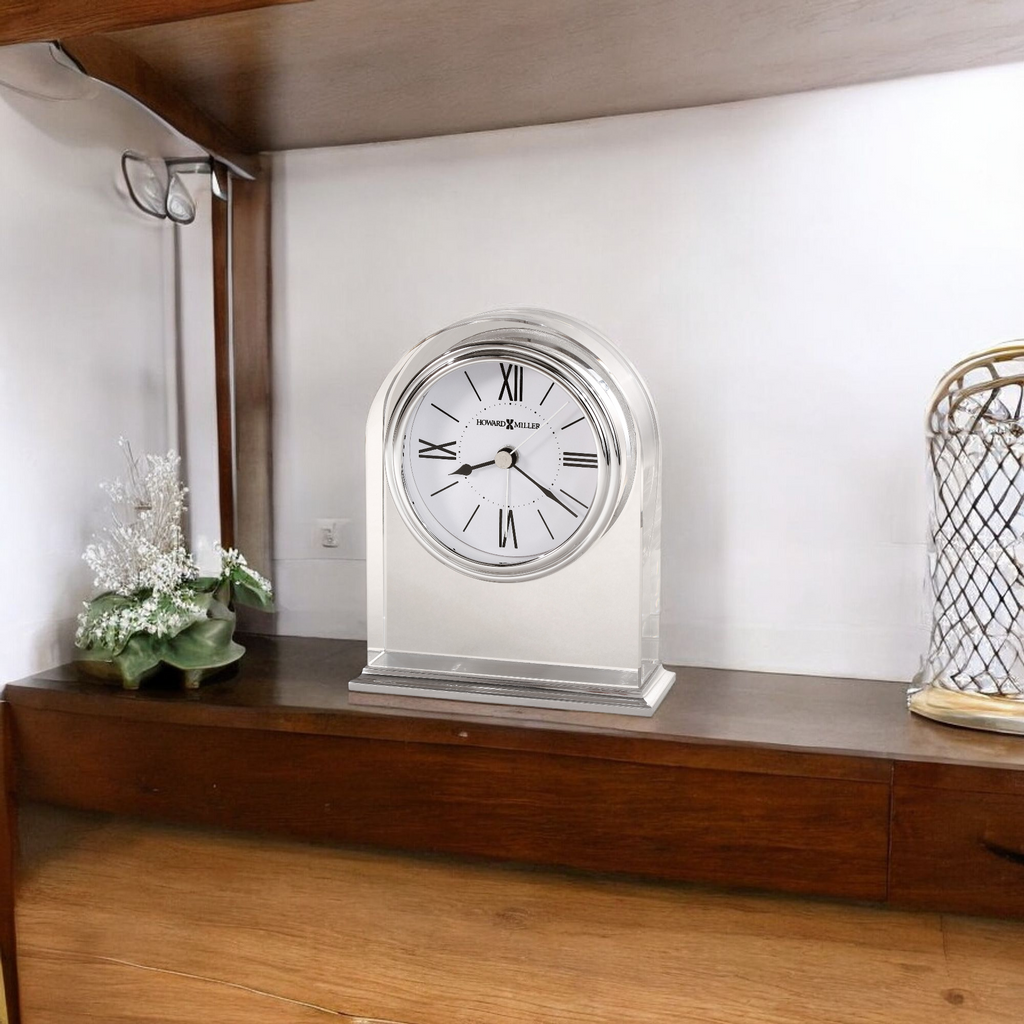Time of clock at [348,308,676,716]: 8:21
